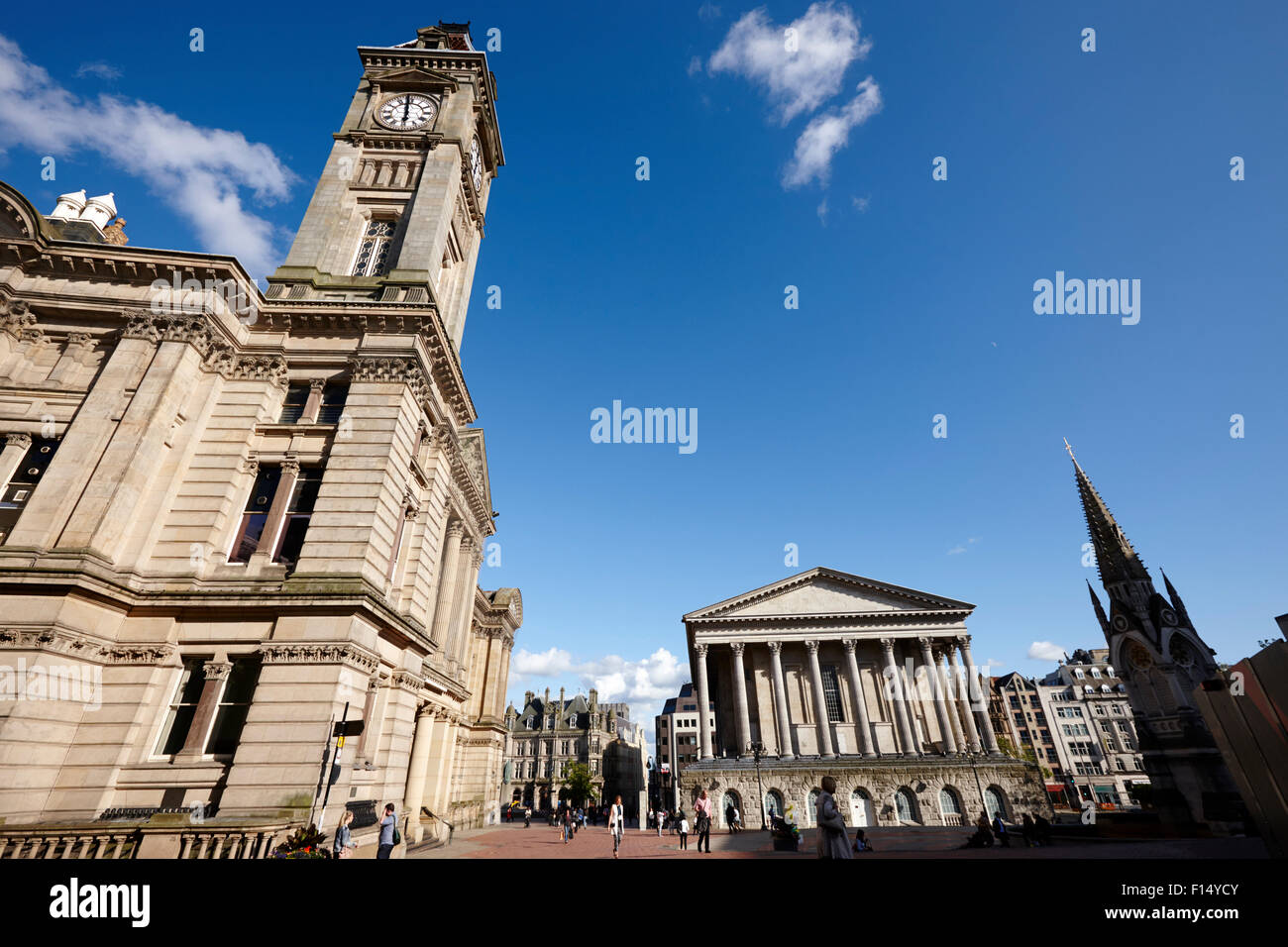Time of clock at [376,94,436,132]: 5:59
